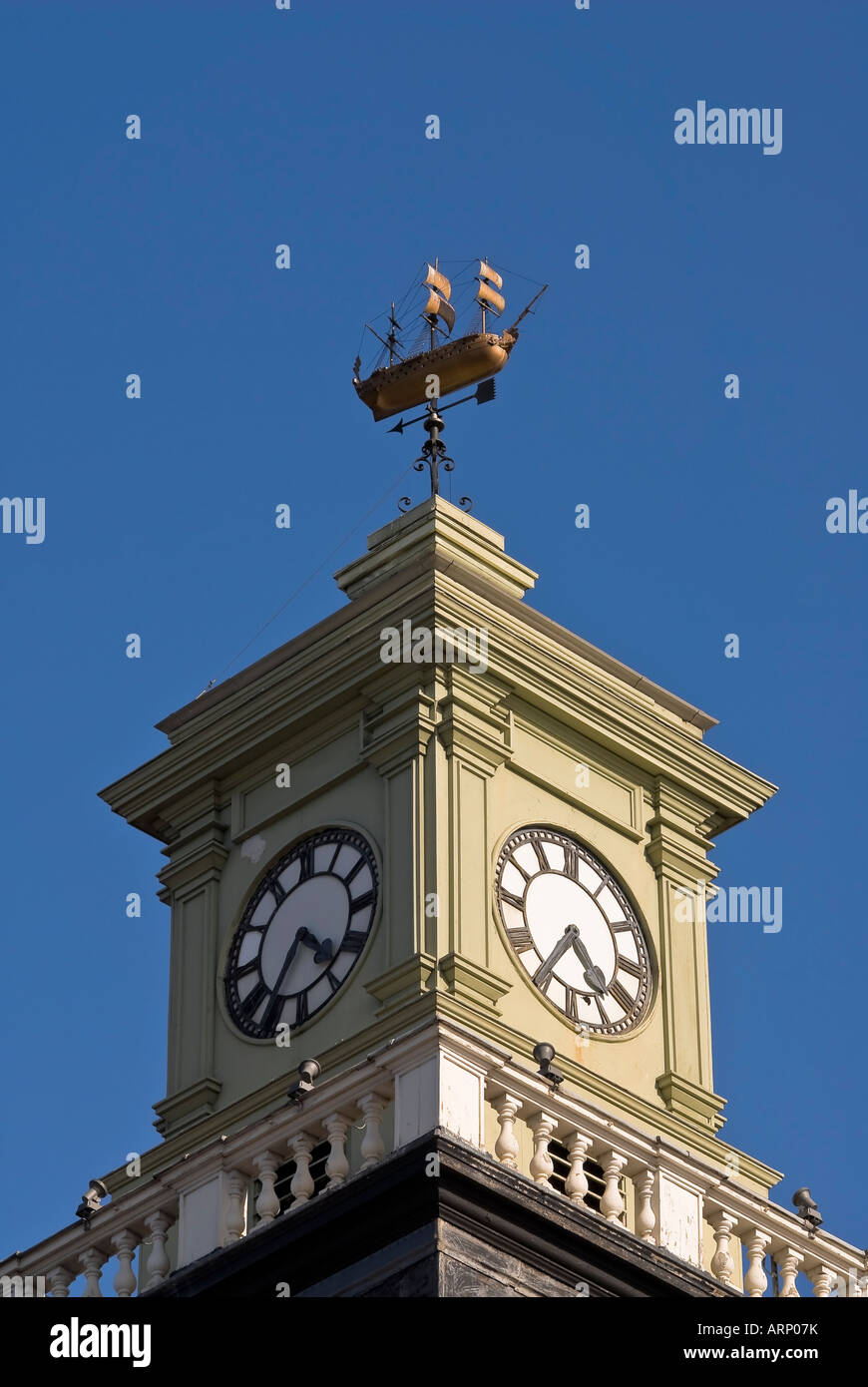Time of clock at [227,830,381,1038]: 4:35
